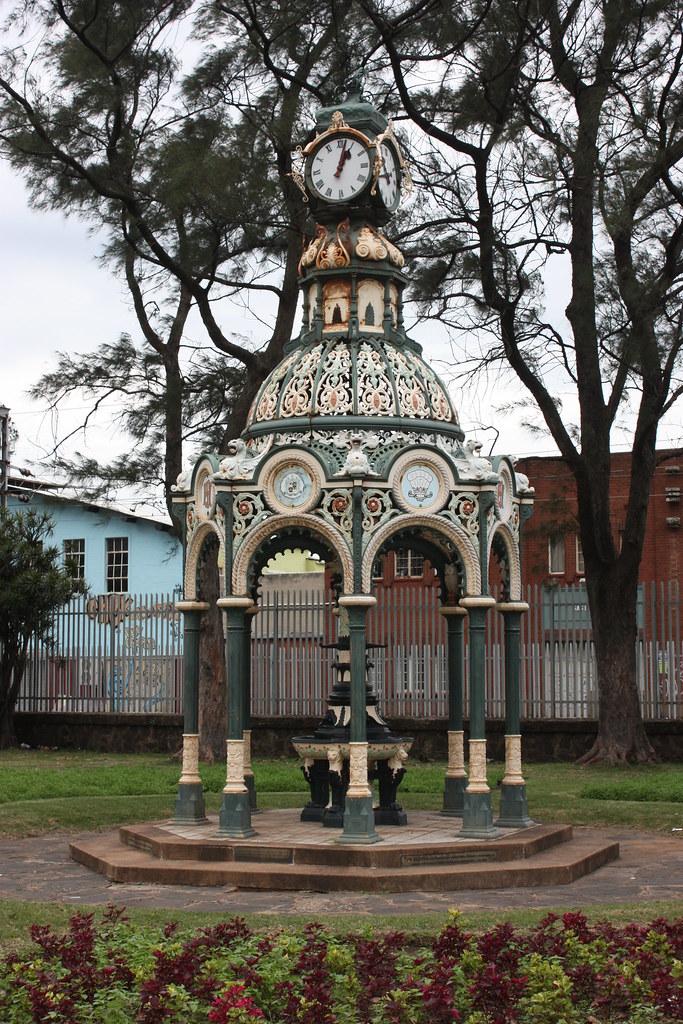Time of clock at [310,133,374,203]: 1:02
